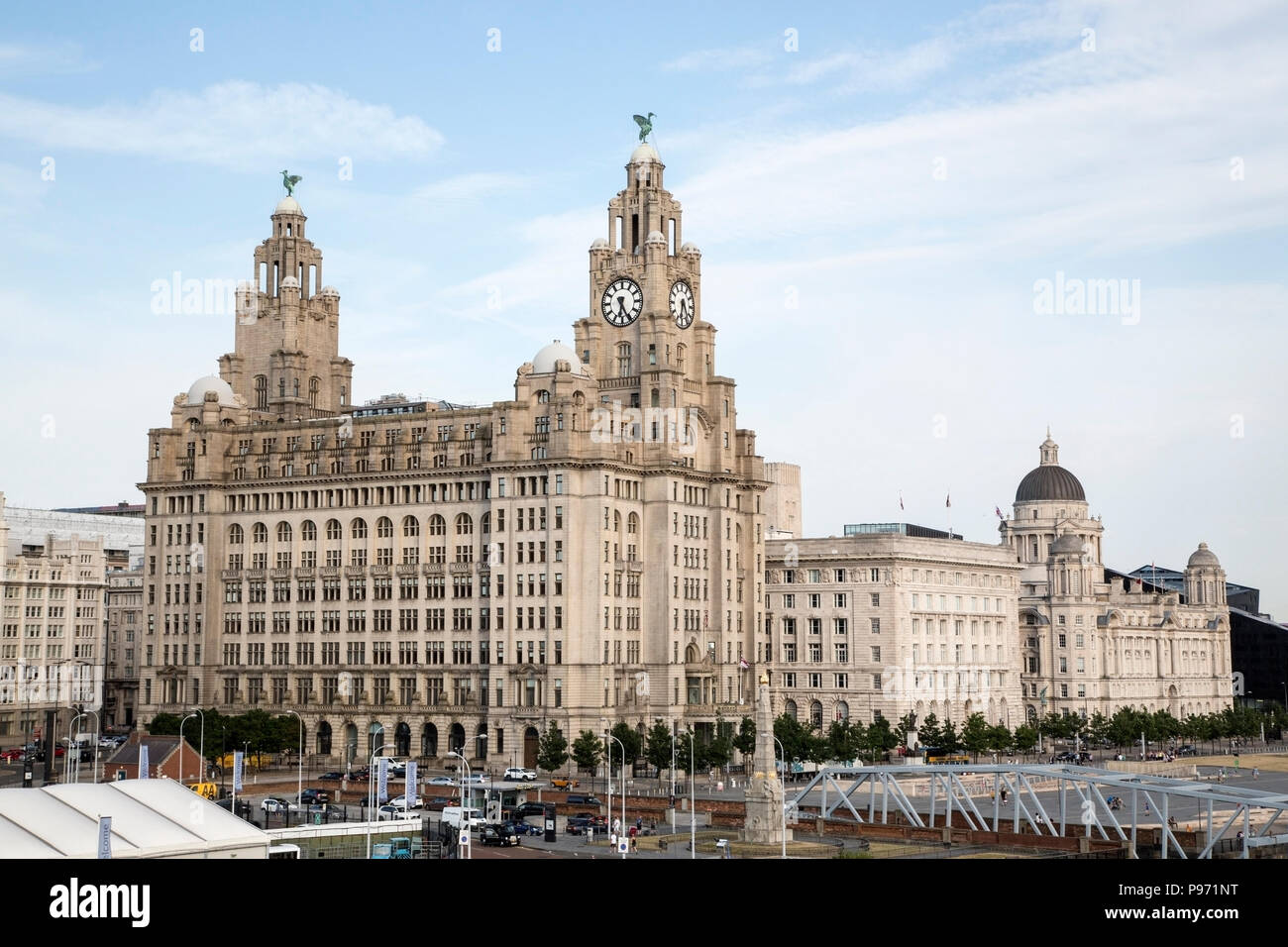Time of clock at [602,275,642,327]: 6:25
